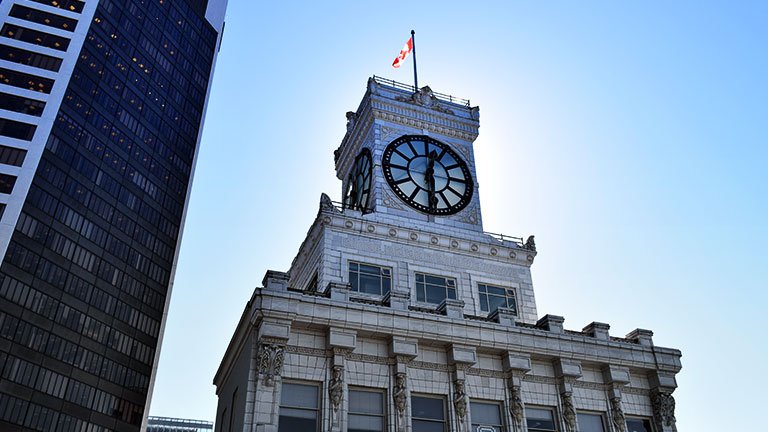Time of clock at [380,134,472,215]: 12:28
